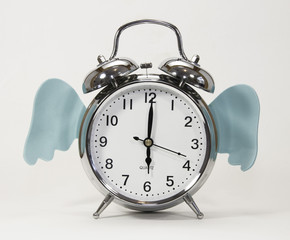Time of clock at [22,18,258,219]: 6:00
